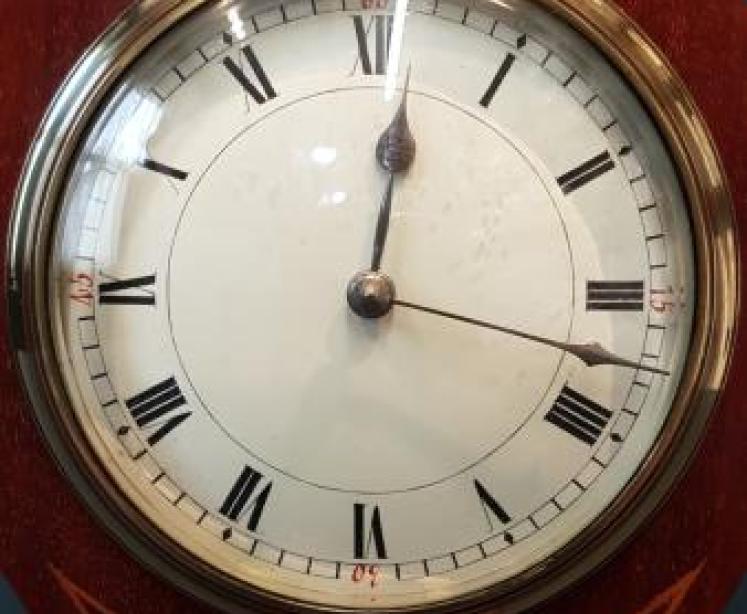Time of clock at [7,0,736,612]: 12:17
